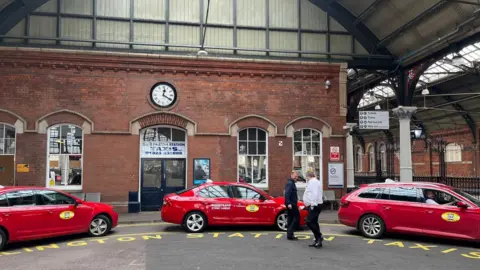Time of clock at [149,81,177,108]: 12:20
